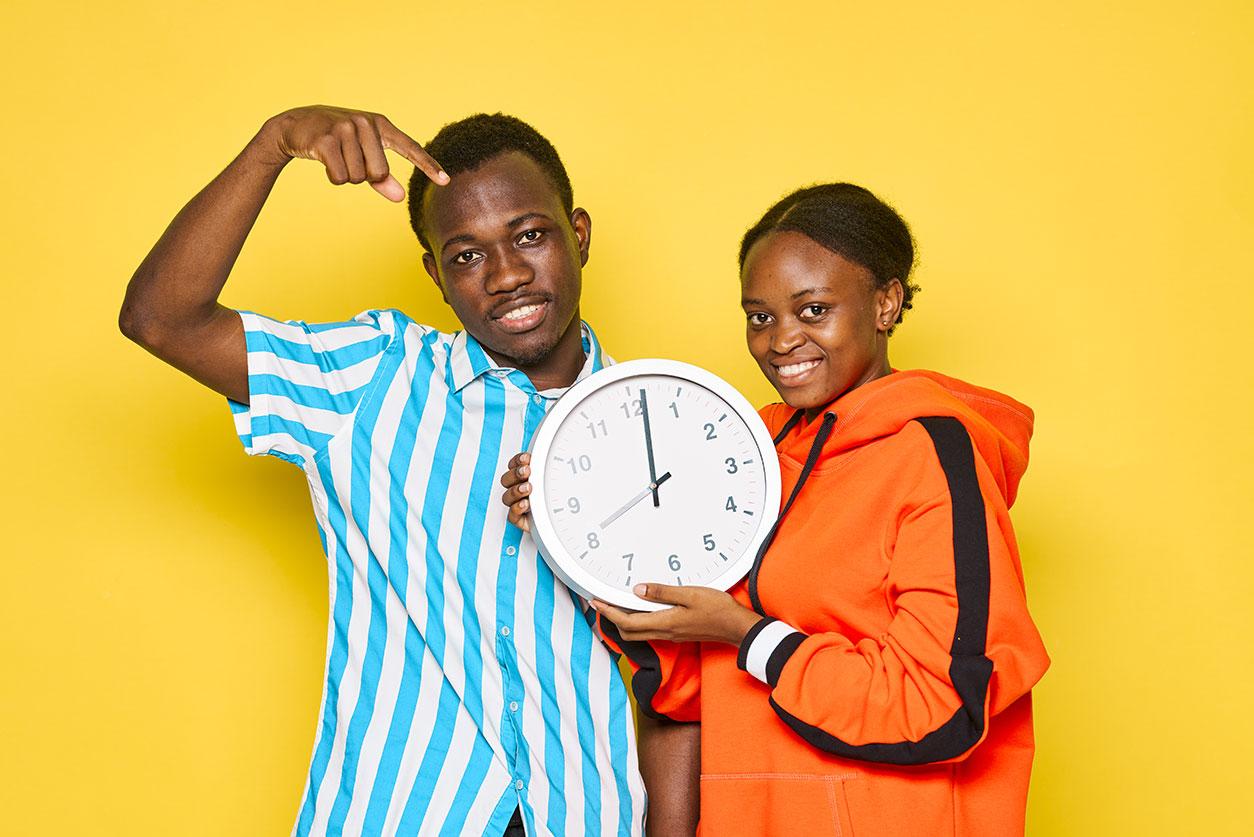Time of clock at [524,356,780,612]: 8:01
